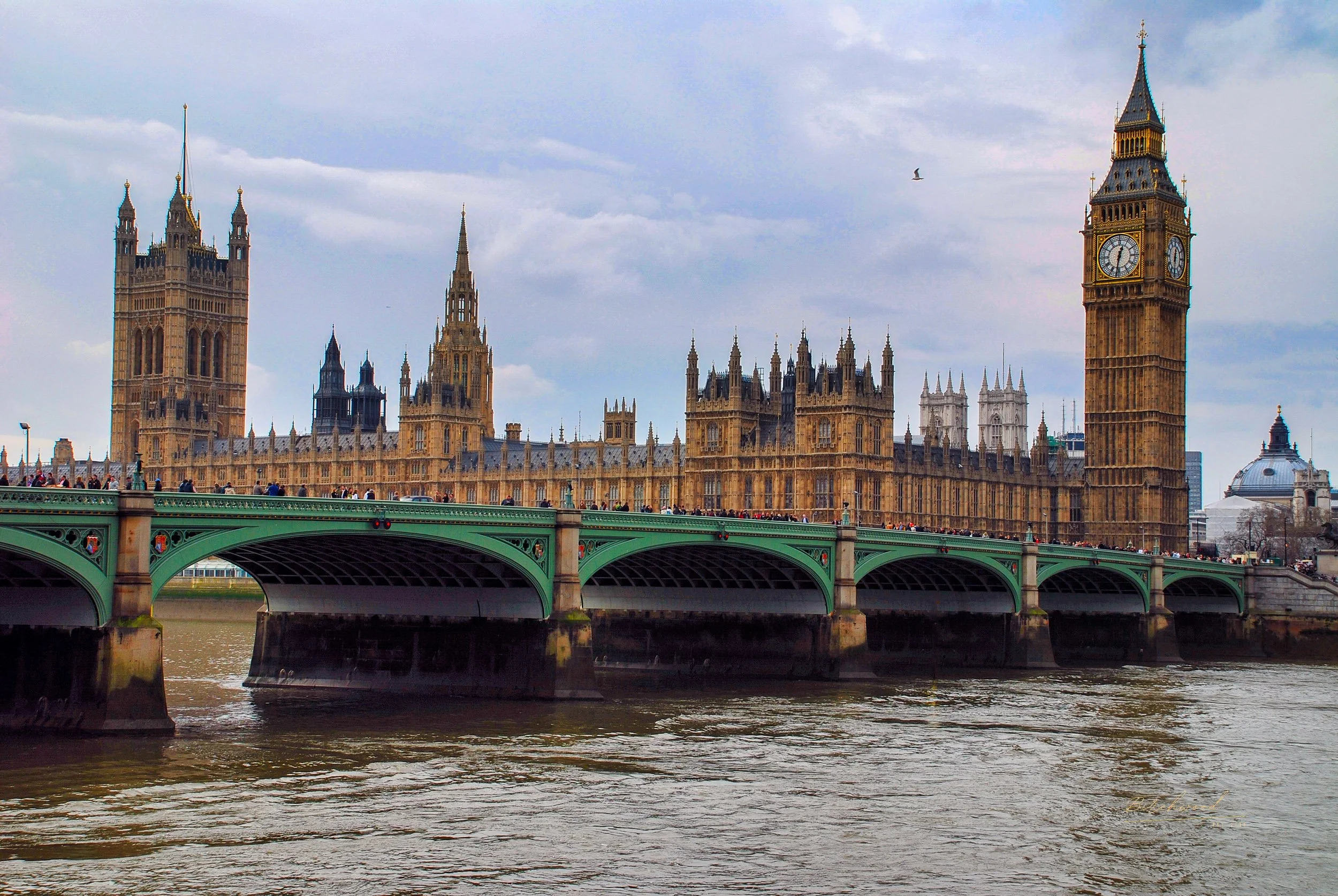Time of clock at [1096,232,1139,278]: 12:31
